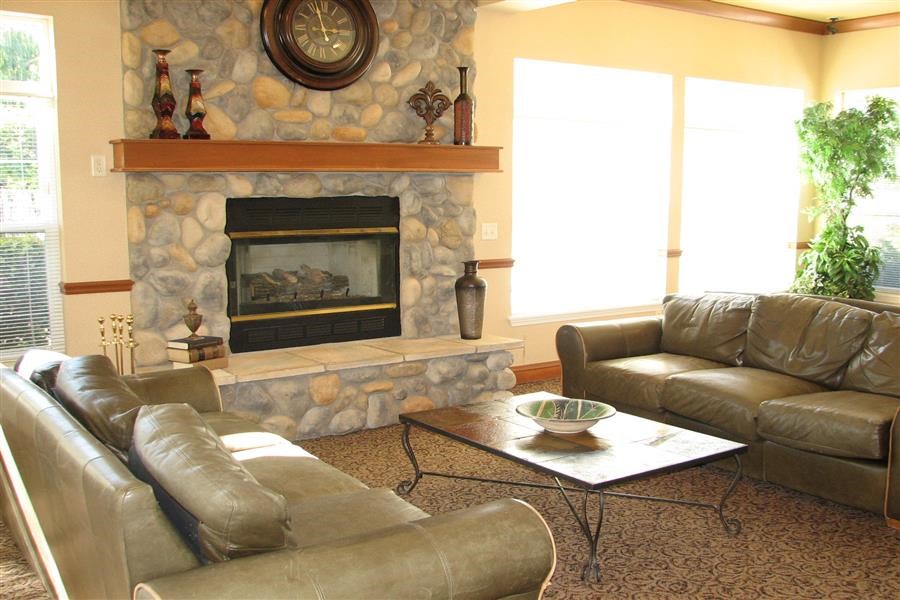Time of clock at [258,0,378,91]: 2:57
